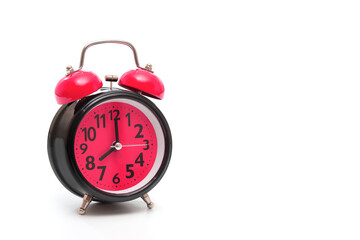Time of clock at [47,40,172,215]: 8:00
